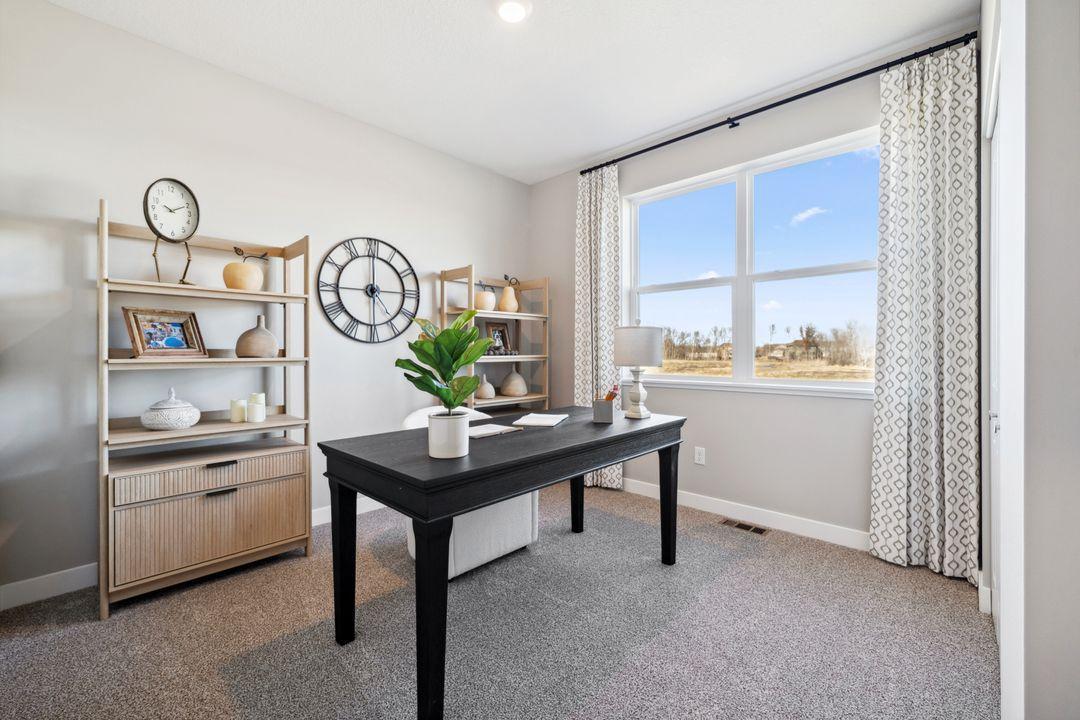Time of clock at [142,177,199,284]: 9:10
